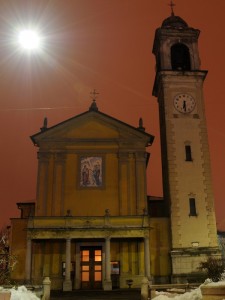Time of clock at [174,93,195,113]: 6:29
